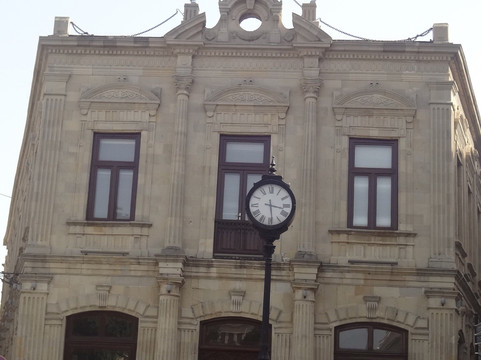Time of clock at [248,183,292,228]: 3:28
